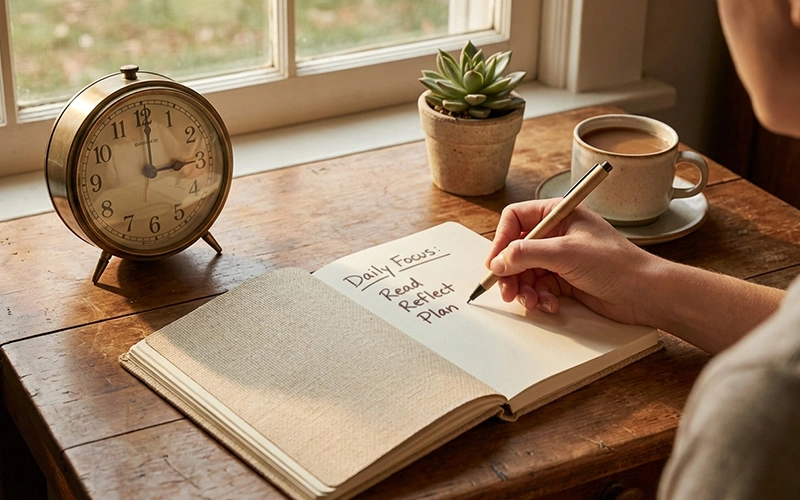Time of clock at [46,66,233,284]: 3:00
